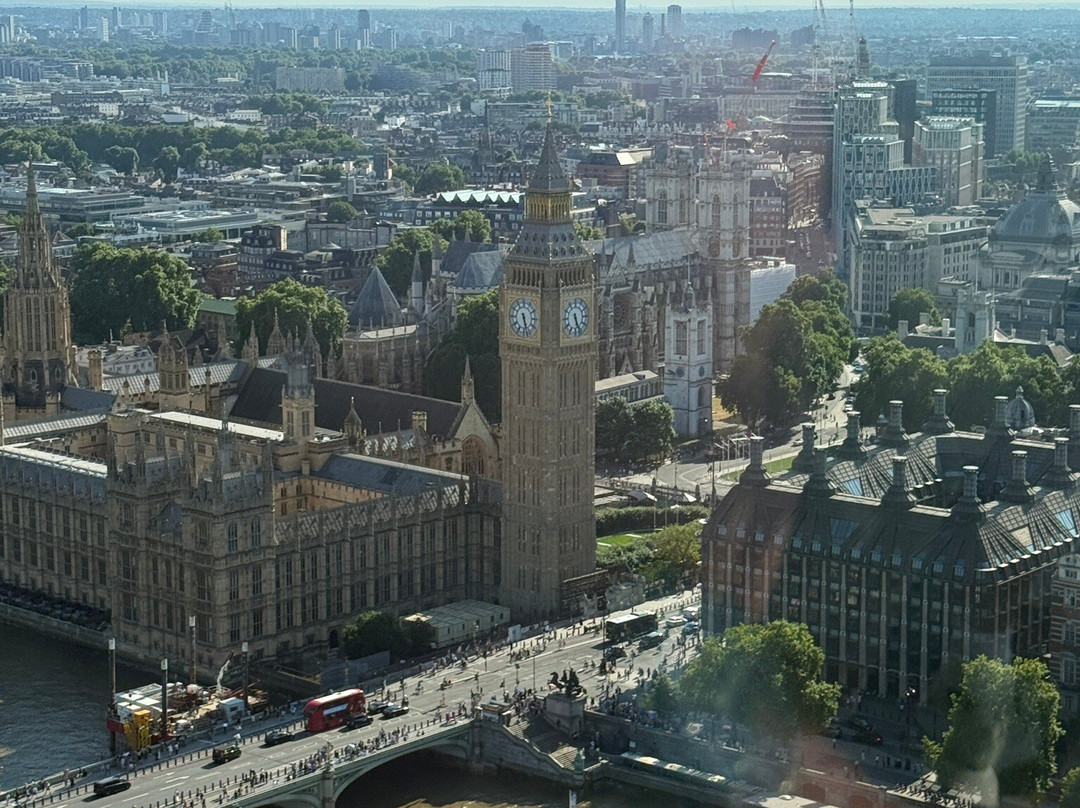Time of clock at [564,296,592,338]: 5:26
